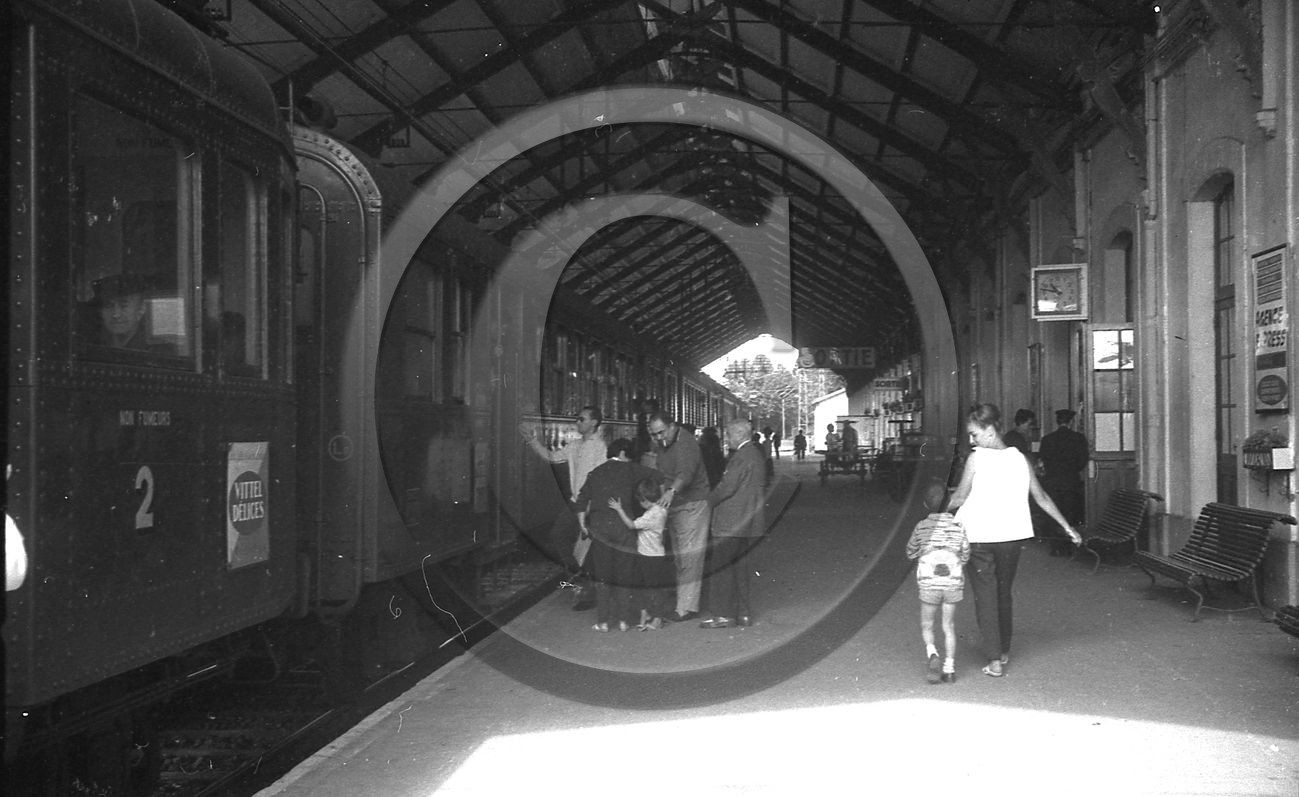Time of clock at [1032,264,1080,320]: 10:47
